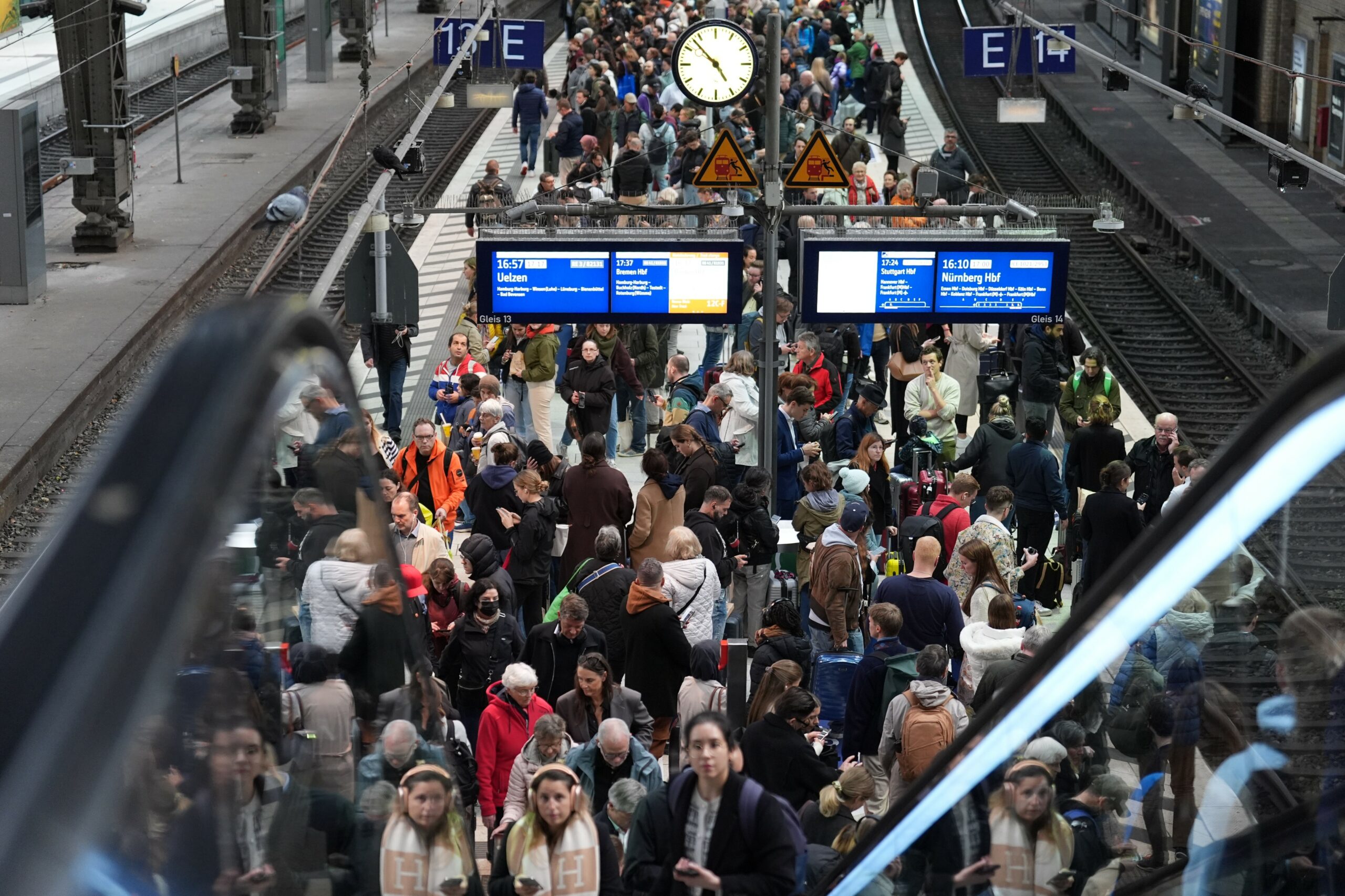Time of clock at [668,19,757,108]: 4:52
